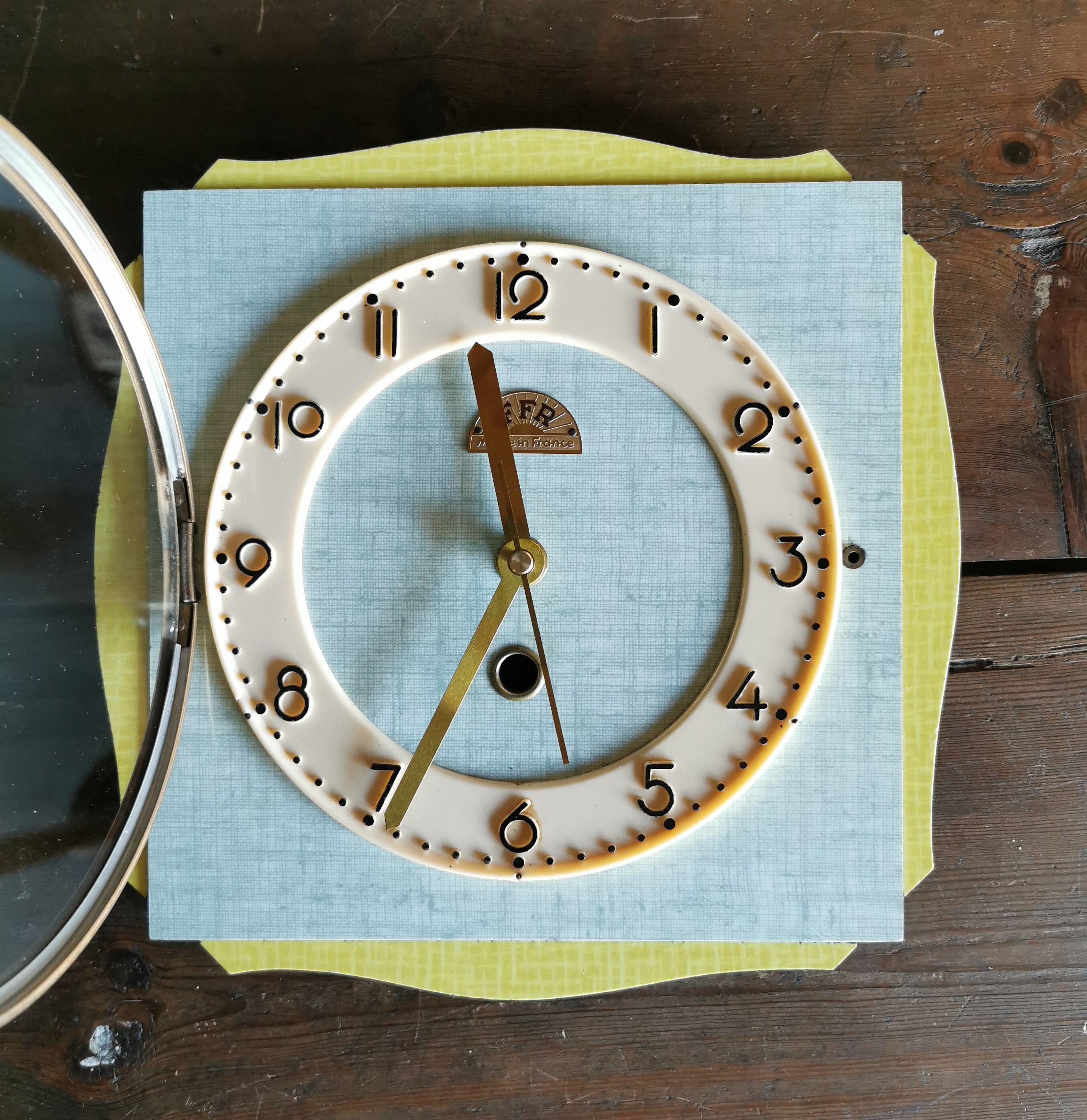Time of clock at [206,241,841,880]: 11:34
